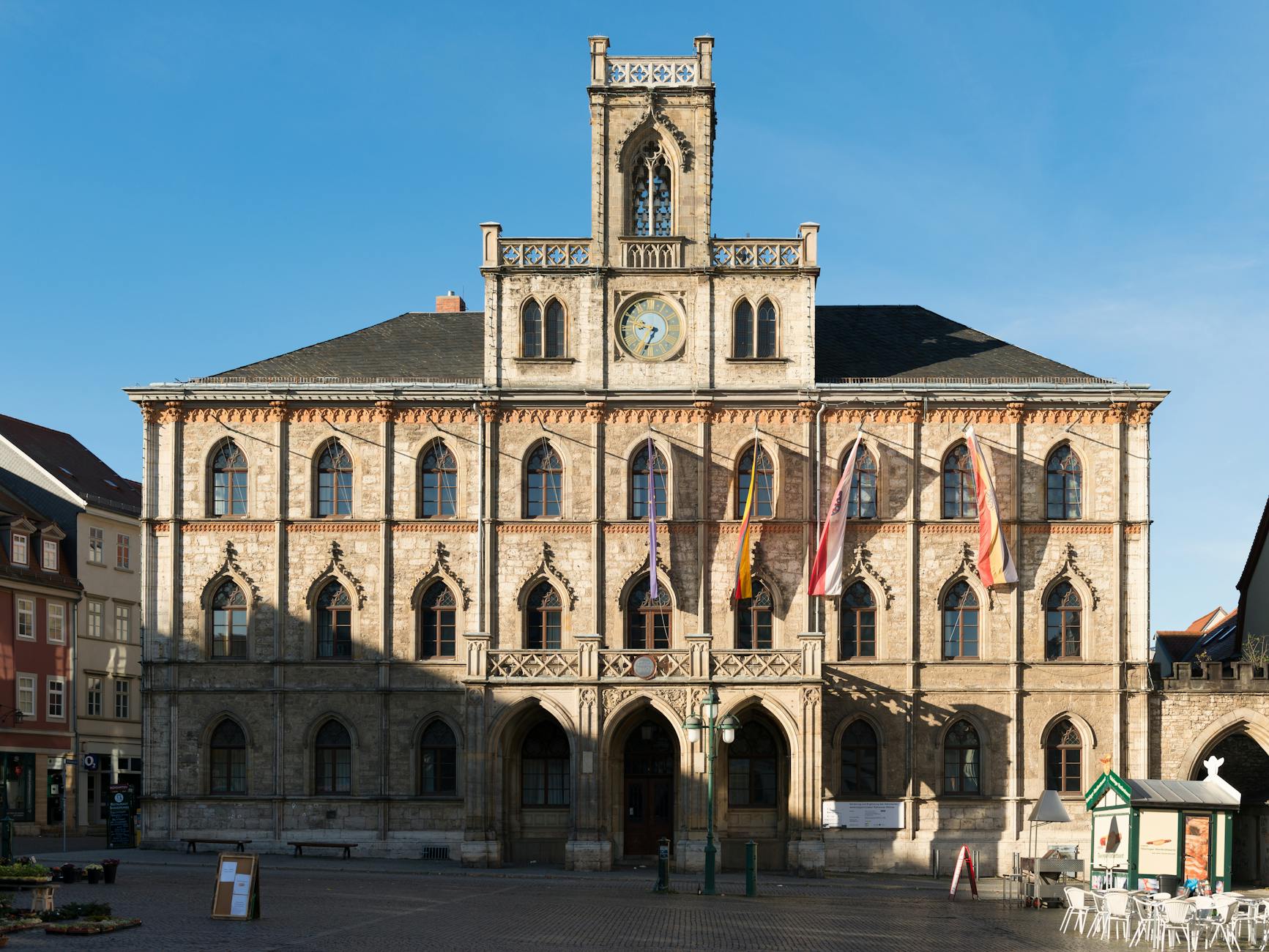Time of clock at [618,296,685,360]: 9:35
